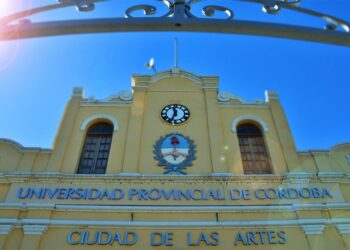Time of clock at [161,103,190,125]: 11:33
